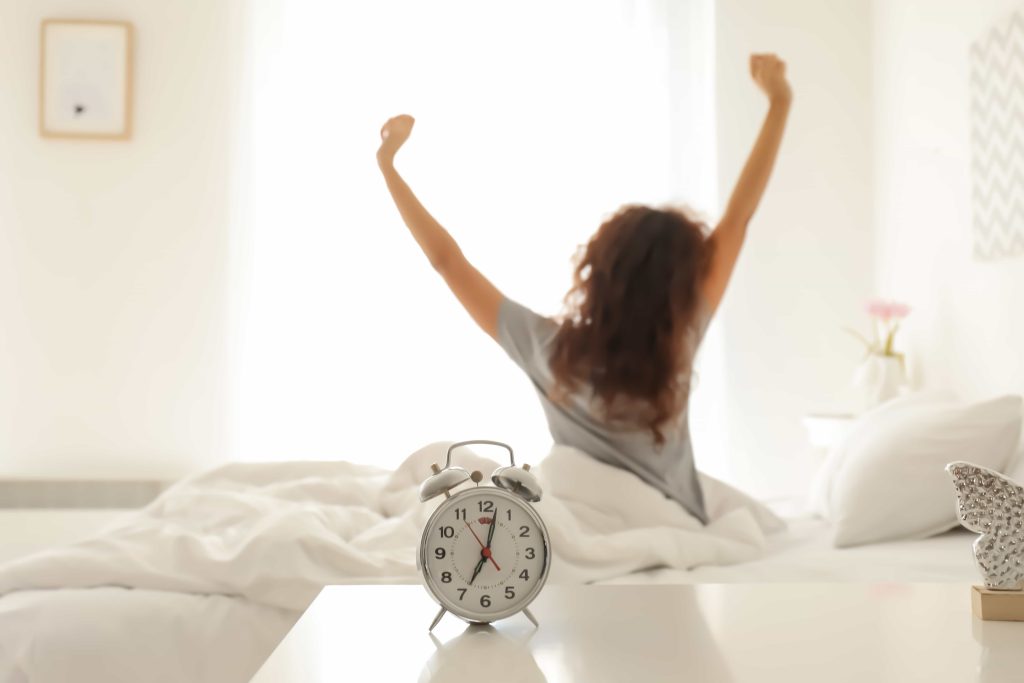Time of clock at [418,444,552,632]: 7:02
